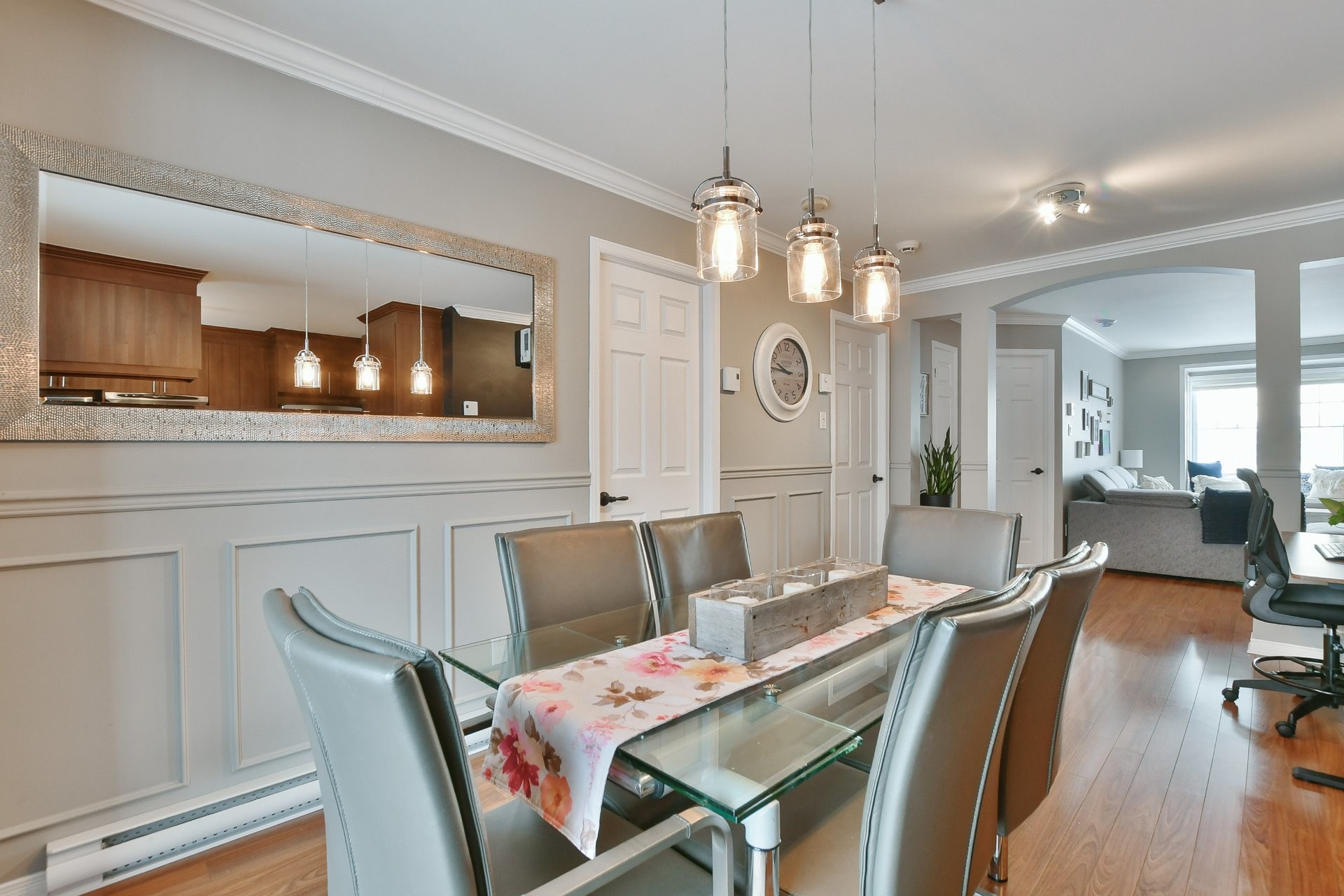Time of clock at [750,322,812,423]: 9:45
